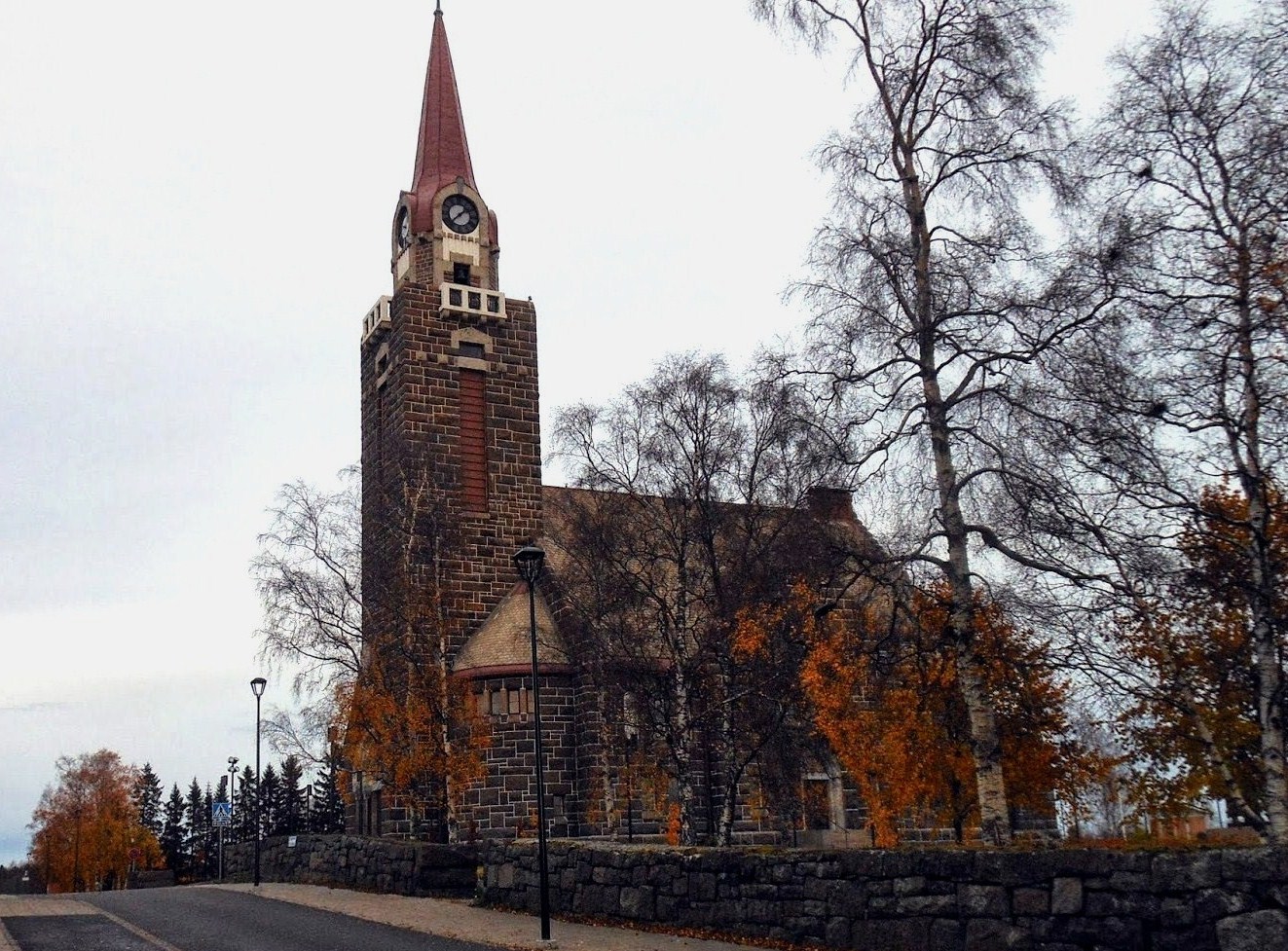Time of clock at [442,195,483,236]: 1:37
